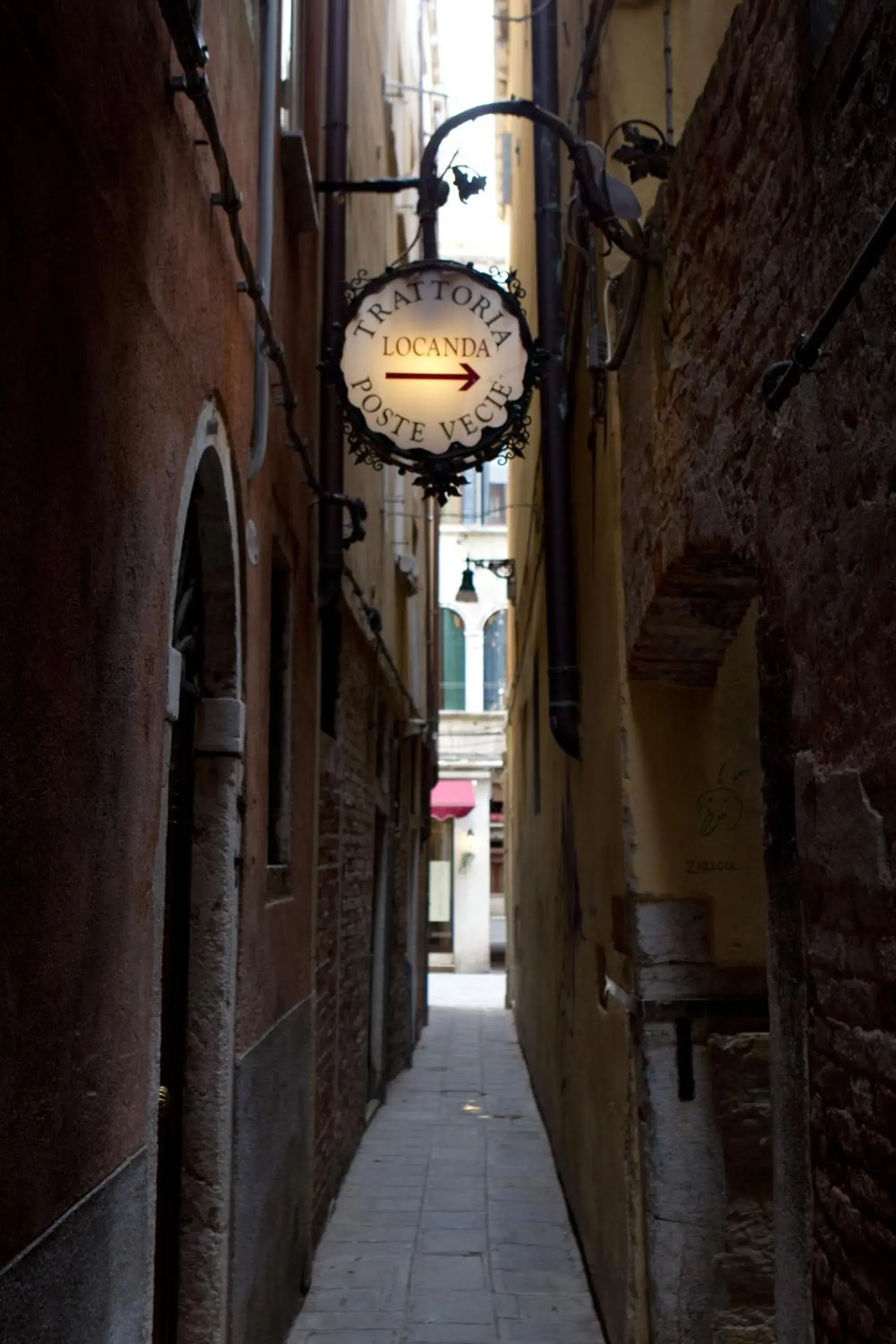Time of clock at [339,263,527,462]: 2:45
